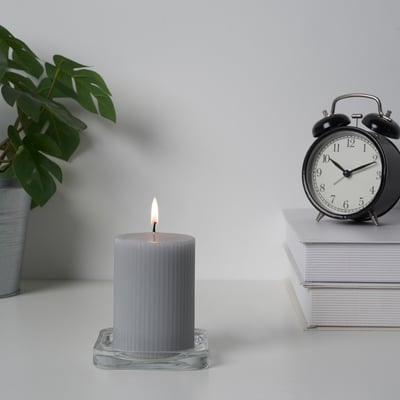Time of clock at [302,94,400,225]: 10:11
